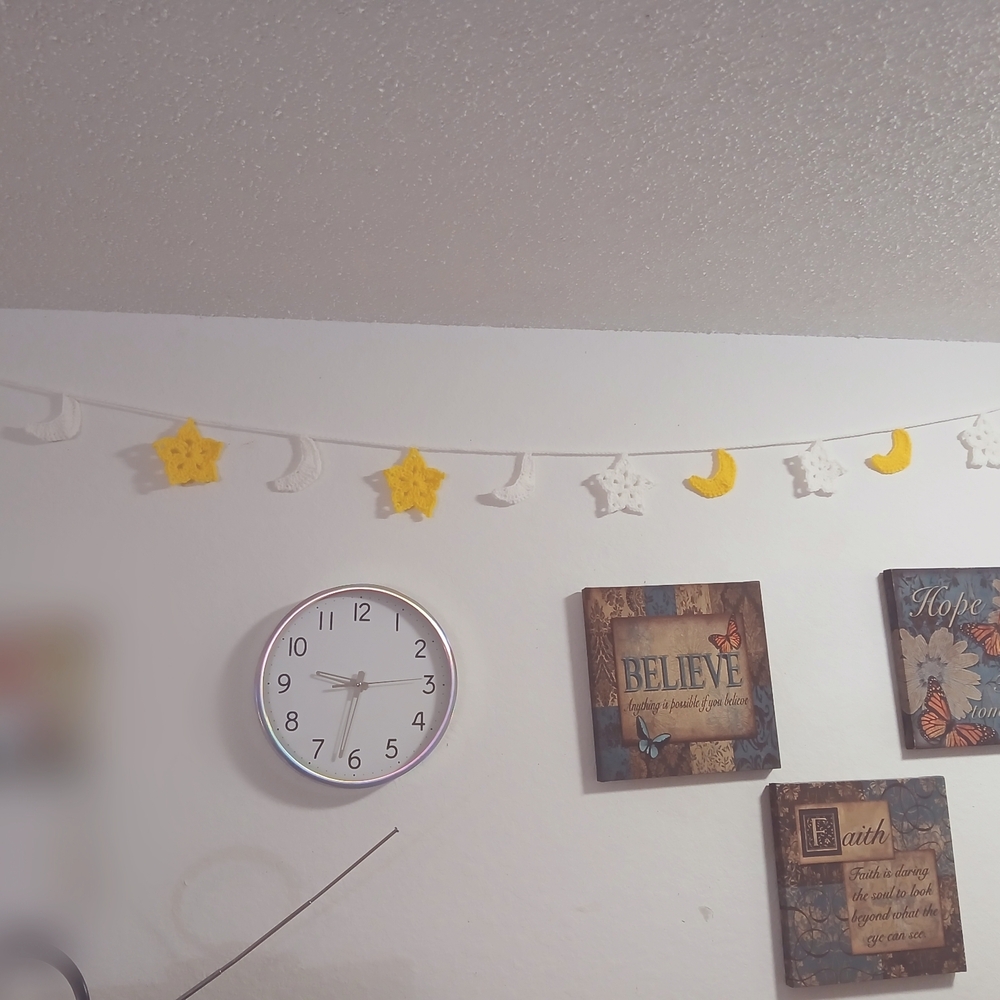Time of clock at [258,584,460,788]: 9:32
